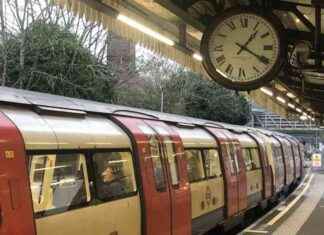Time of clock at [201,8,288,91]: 1:20
